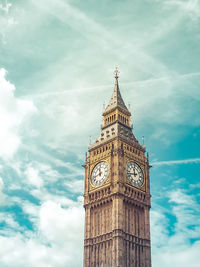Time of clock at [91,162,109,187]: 11:42
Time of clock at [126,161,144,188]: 11:42
